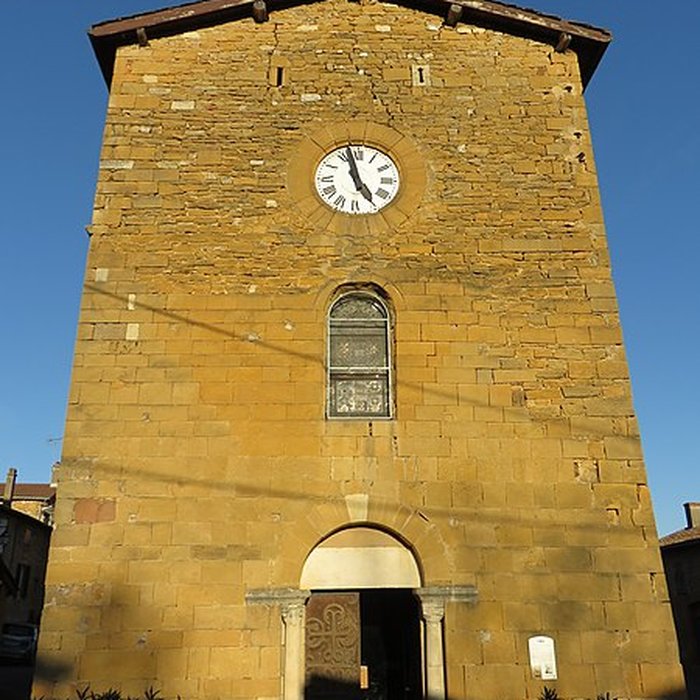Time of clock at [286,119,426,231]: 4:57
